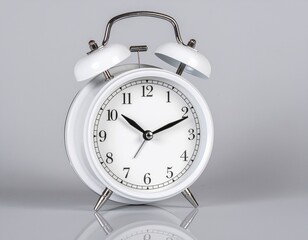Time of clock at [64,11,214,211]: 10:11
